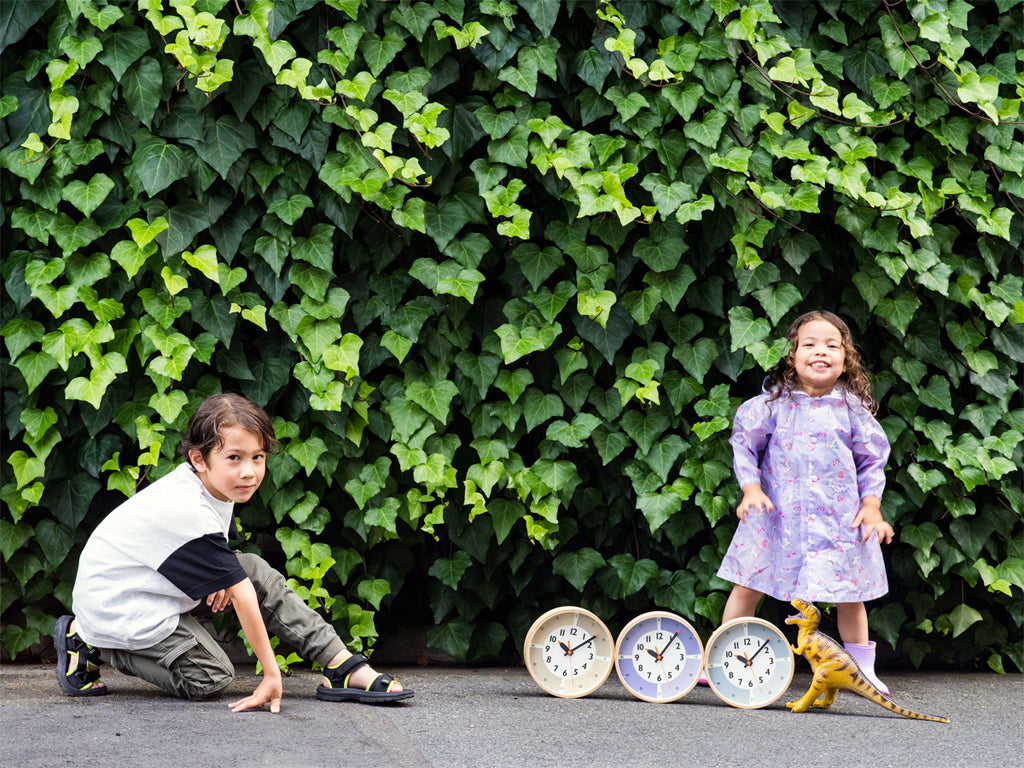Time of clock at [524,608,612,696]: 10:07
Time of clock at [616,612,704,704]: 10:06
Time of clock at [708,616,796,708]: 10:07
